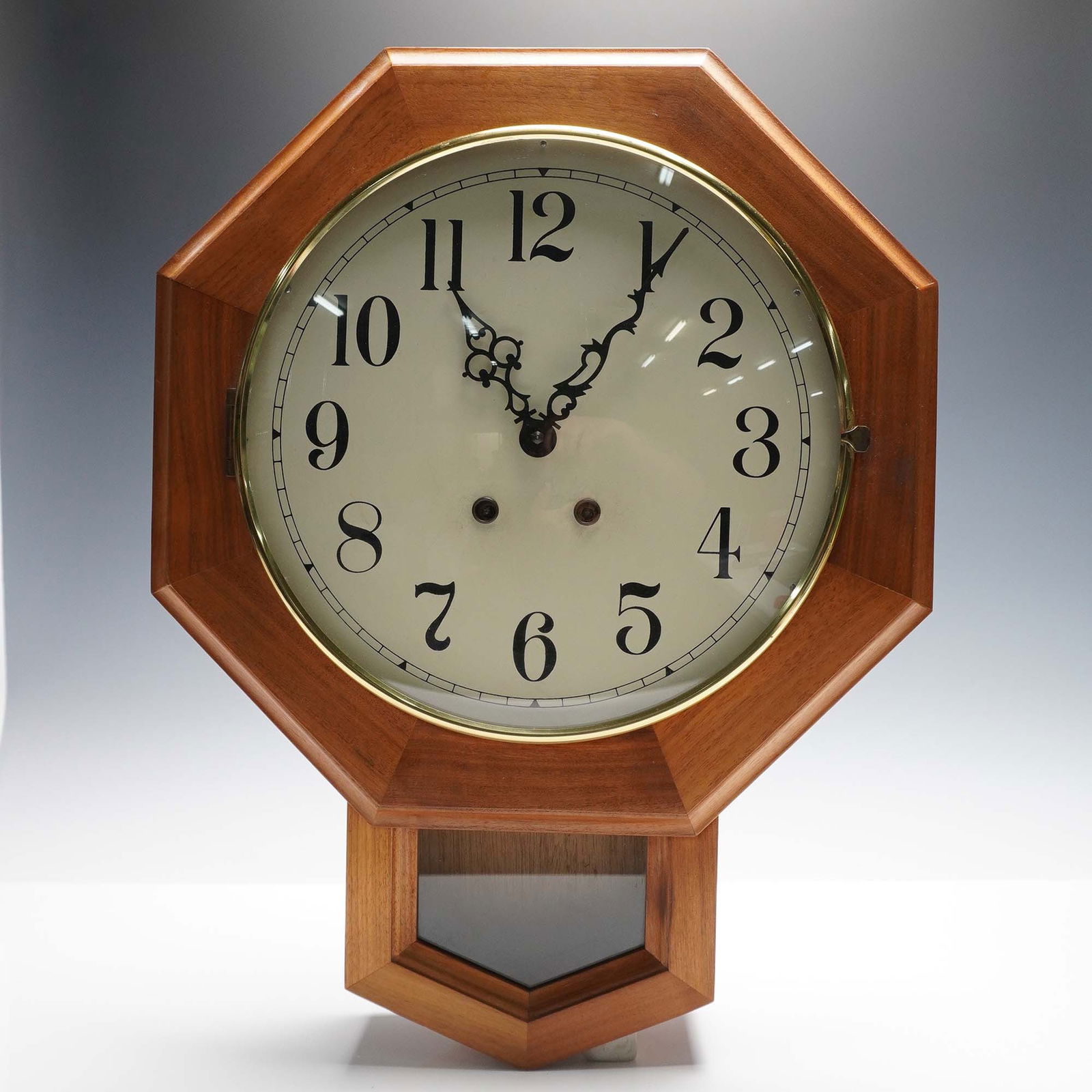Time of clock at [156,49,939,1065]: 11:06
